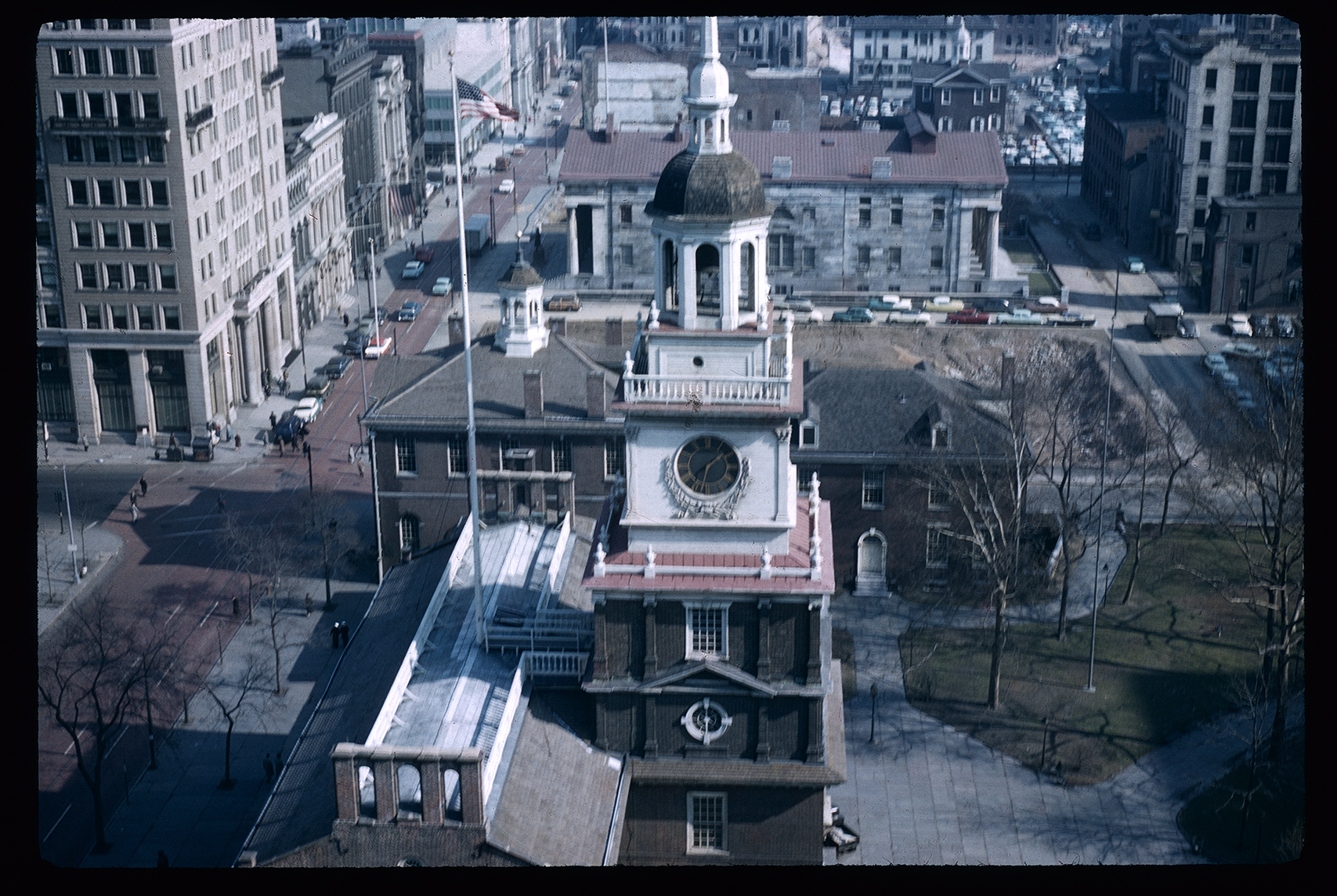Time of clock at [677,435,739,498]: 1:32
